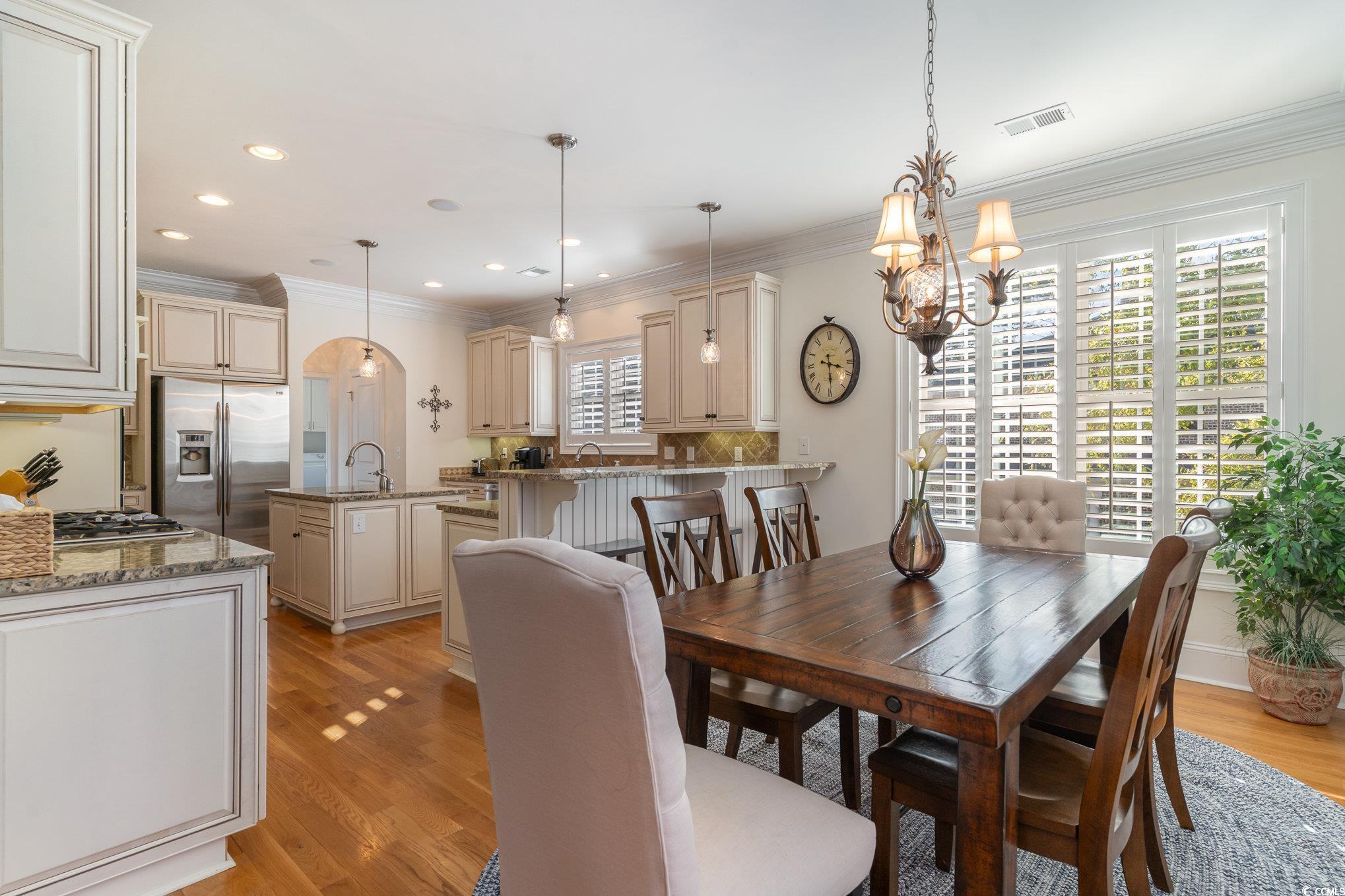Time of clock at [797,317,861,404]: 3:28
